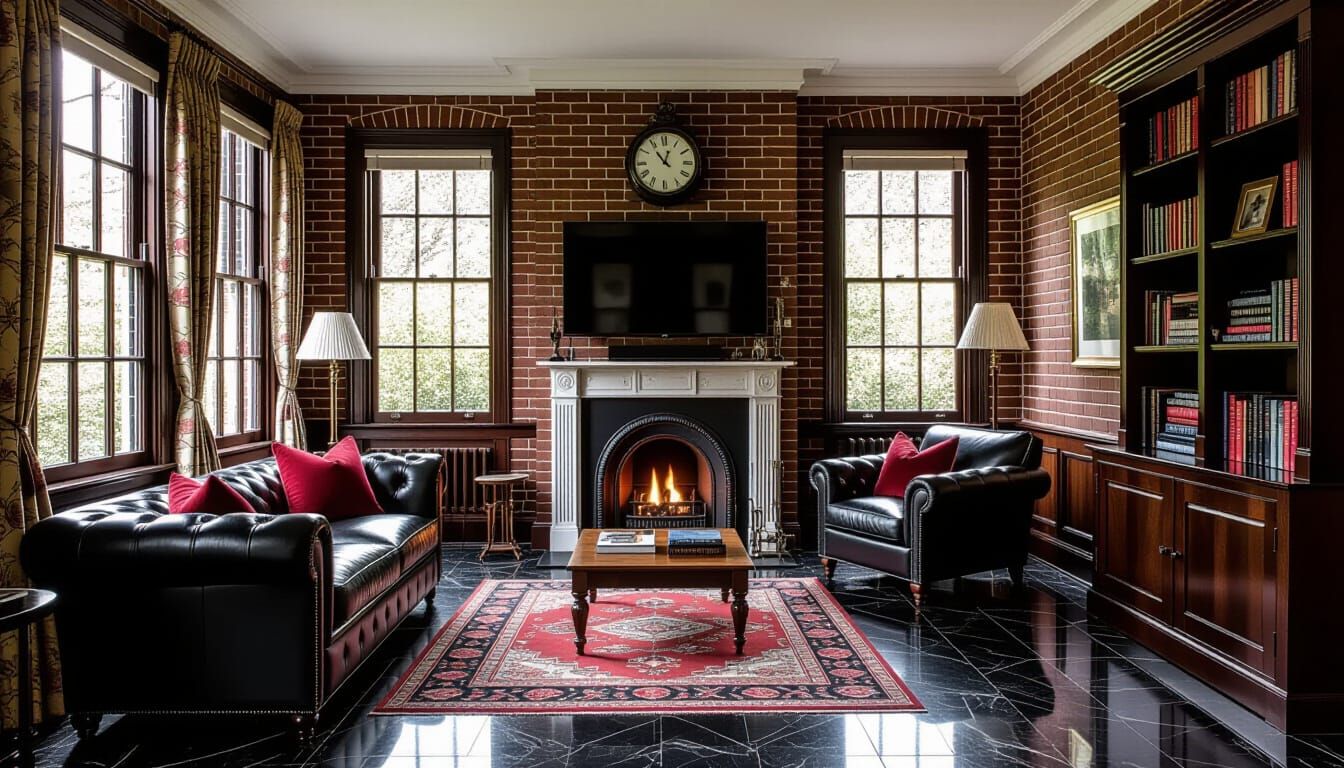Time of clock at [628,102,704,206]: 12:53
